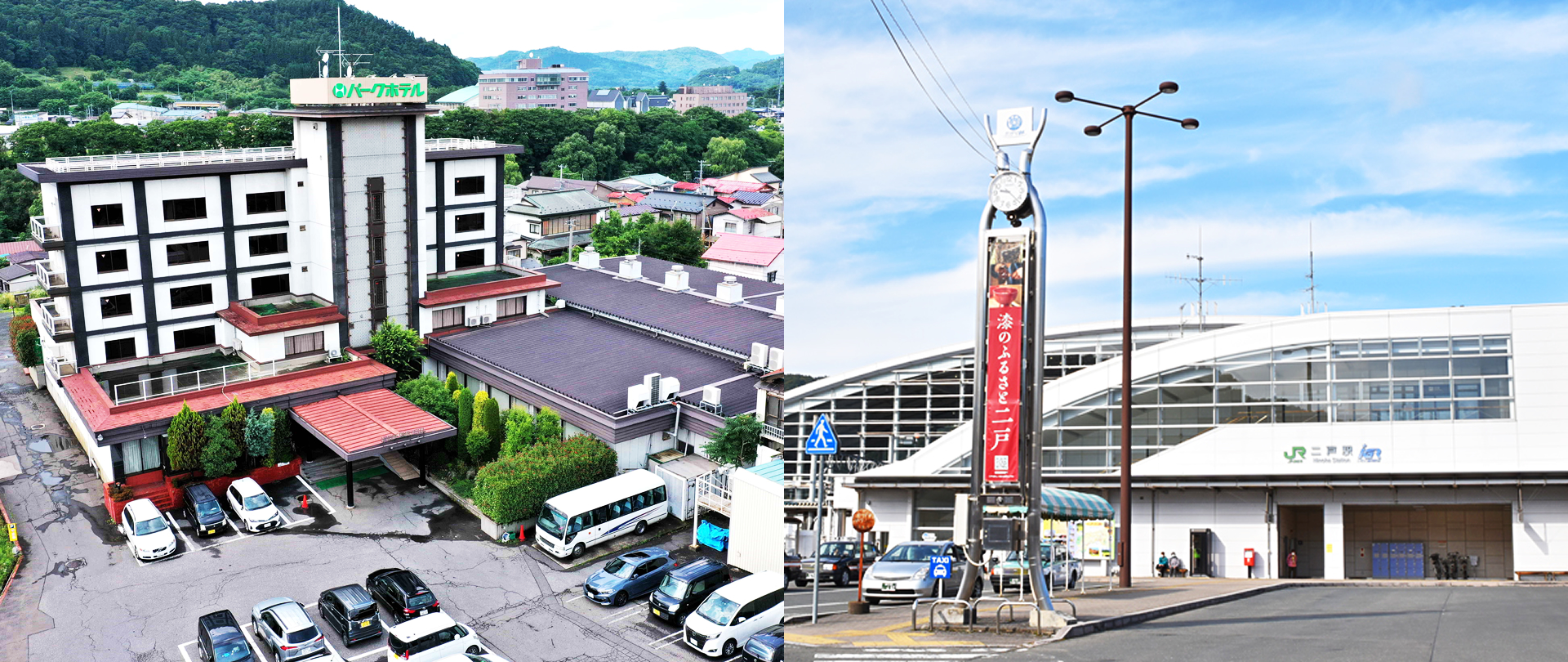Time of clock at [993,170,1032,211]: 9:22
